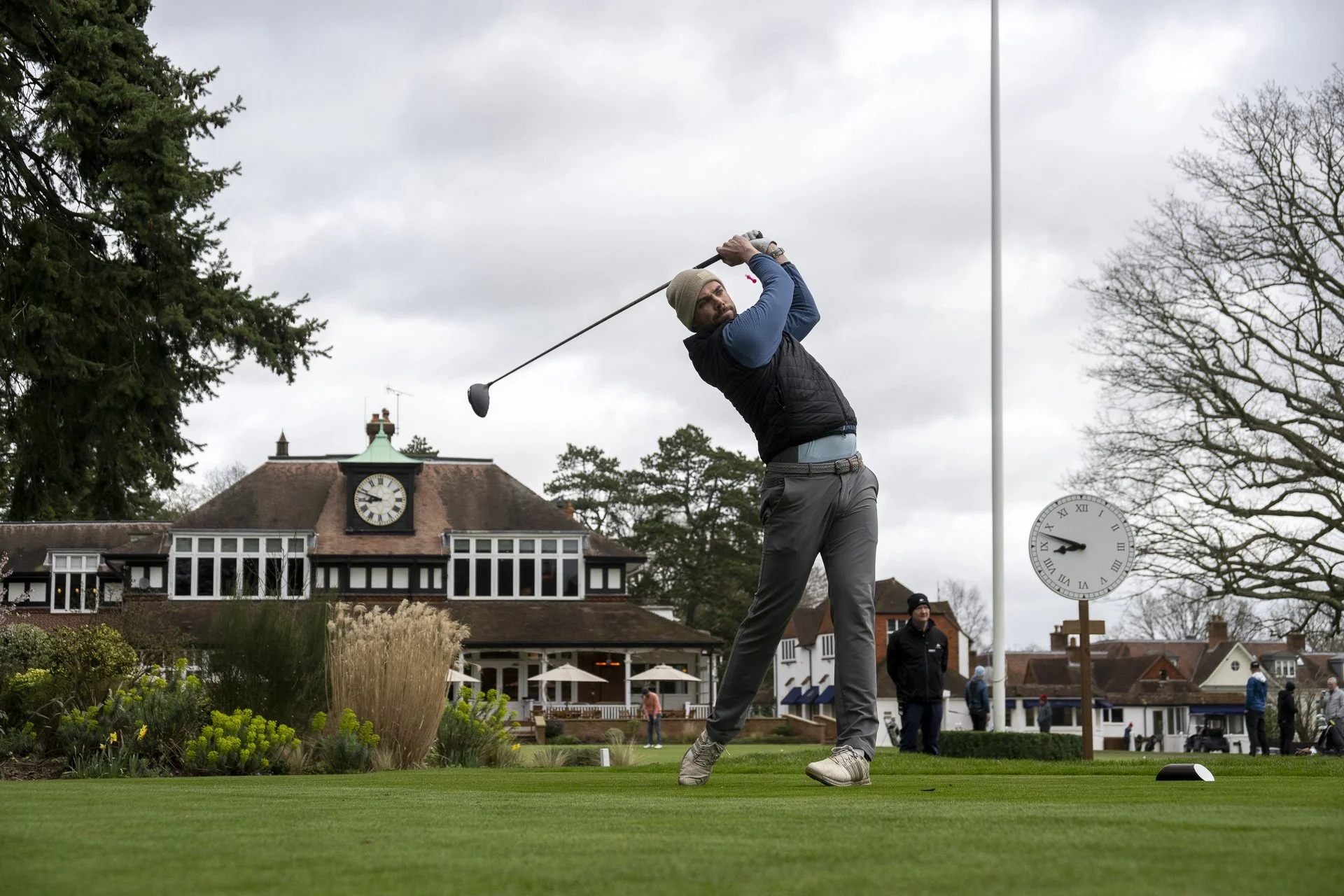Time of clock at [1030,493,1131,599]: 8:48
